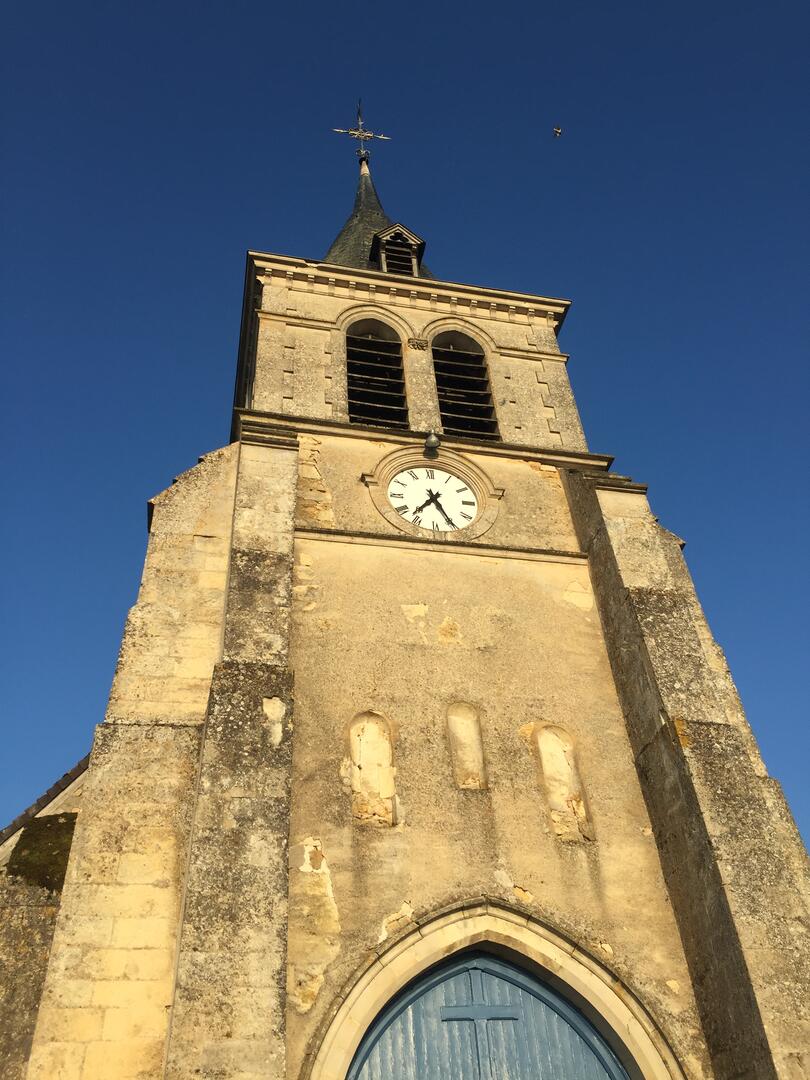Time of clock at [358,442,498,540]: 7:25
